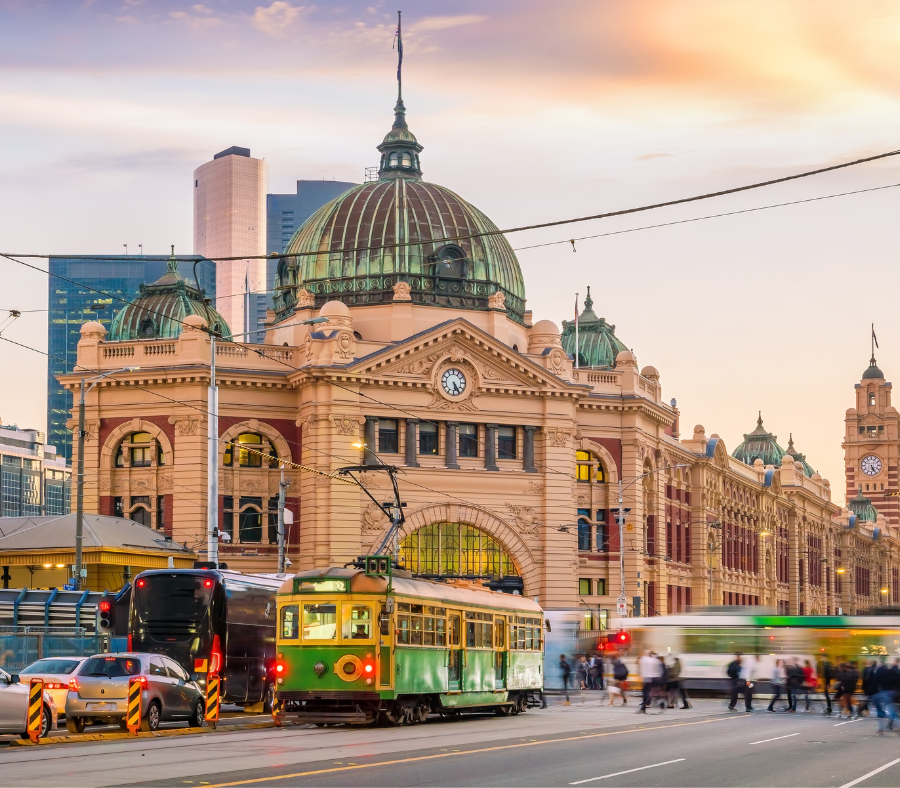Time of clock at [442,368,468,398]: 5:24
